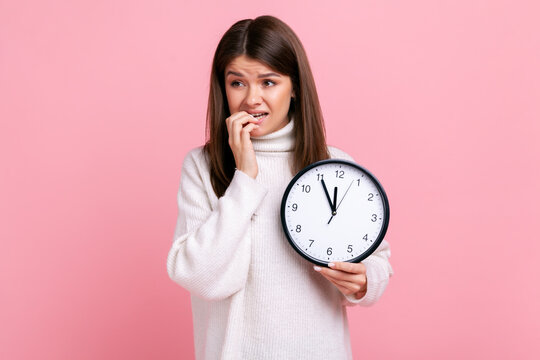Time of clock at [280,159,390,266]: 11:55
